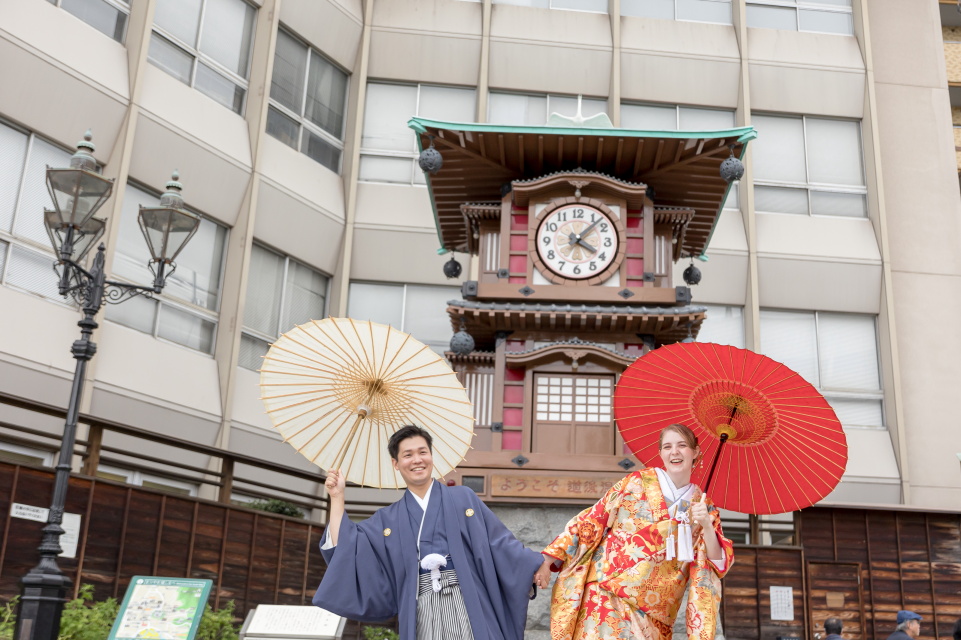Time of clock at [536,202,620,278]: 4:07
